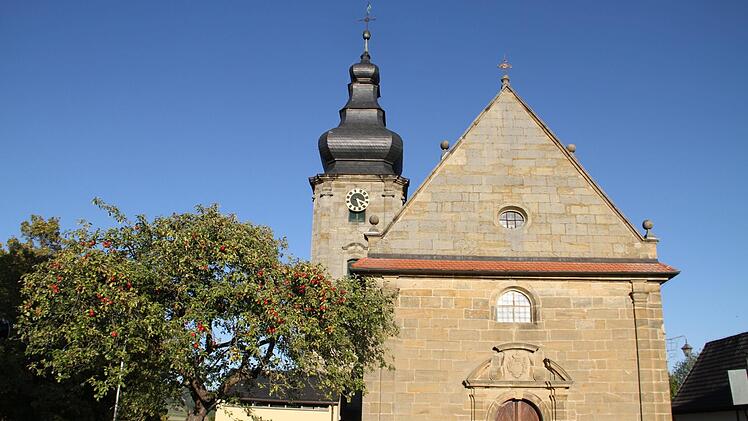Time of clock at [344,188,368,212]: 5:18
